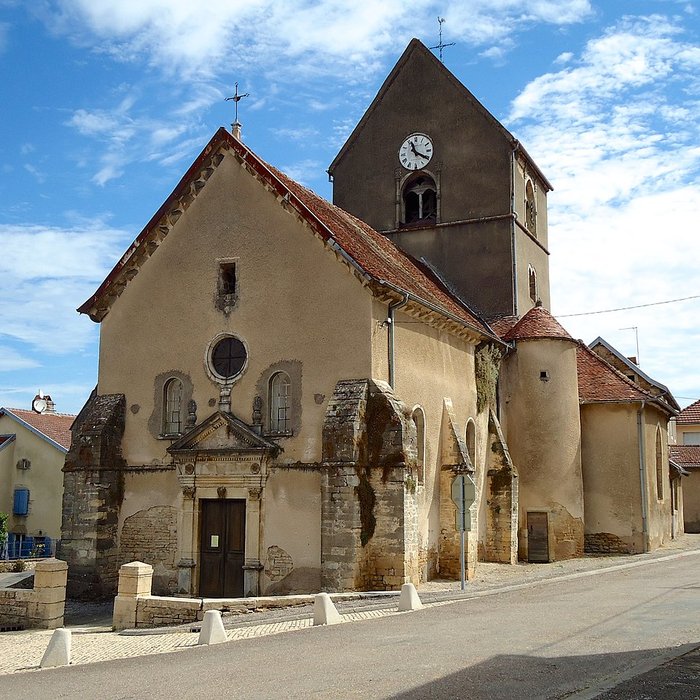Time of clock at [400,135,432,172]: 11:20
